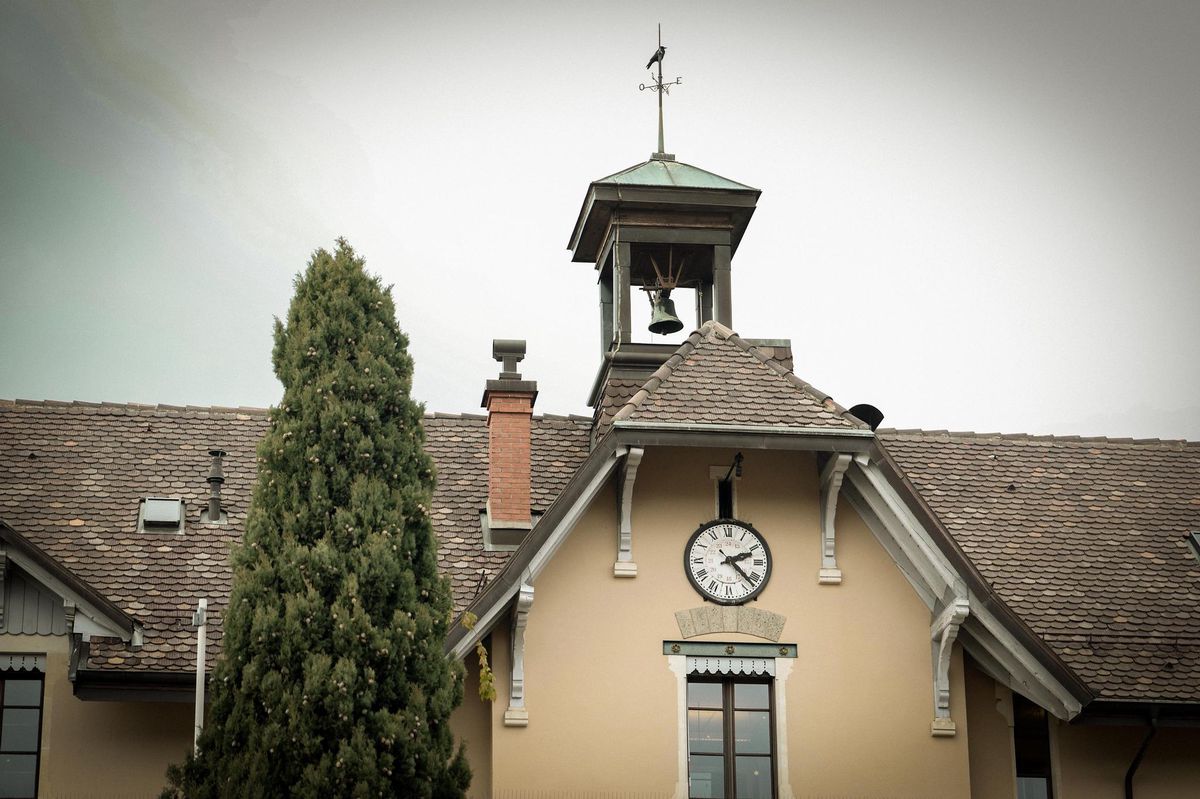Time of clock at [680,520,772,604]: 2:22
